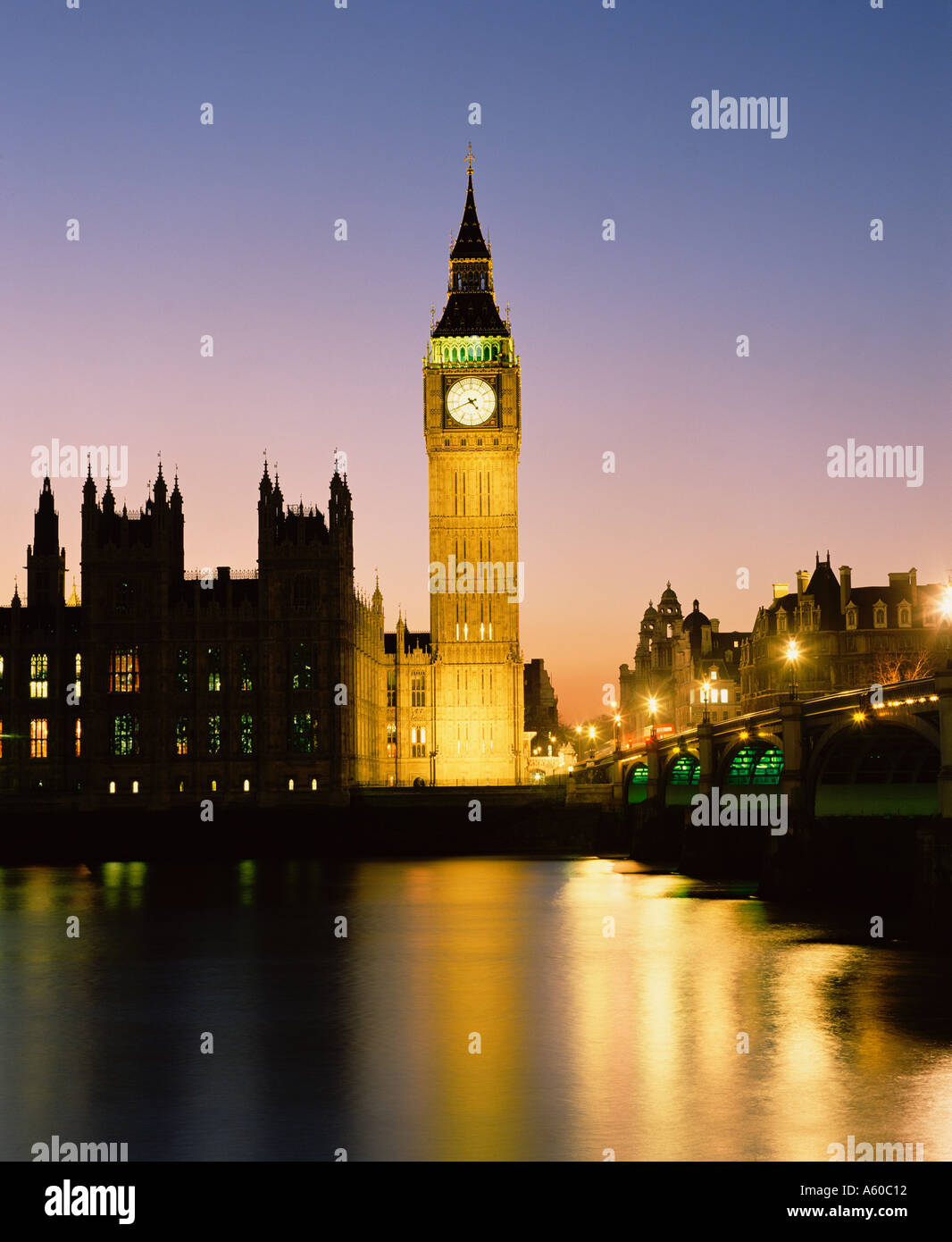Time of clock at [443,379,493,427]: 4:41
